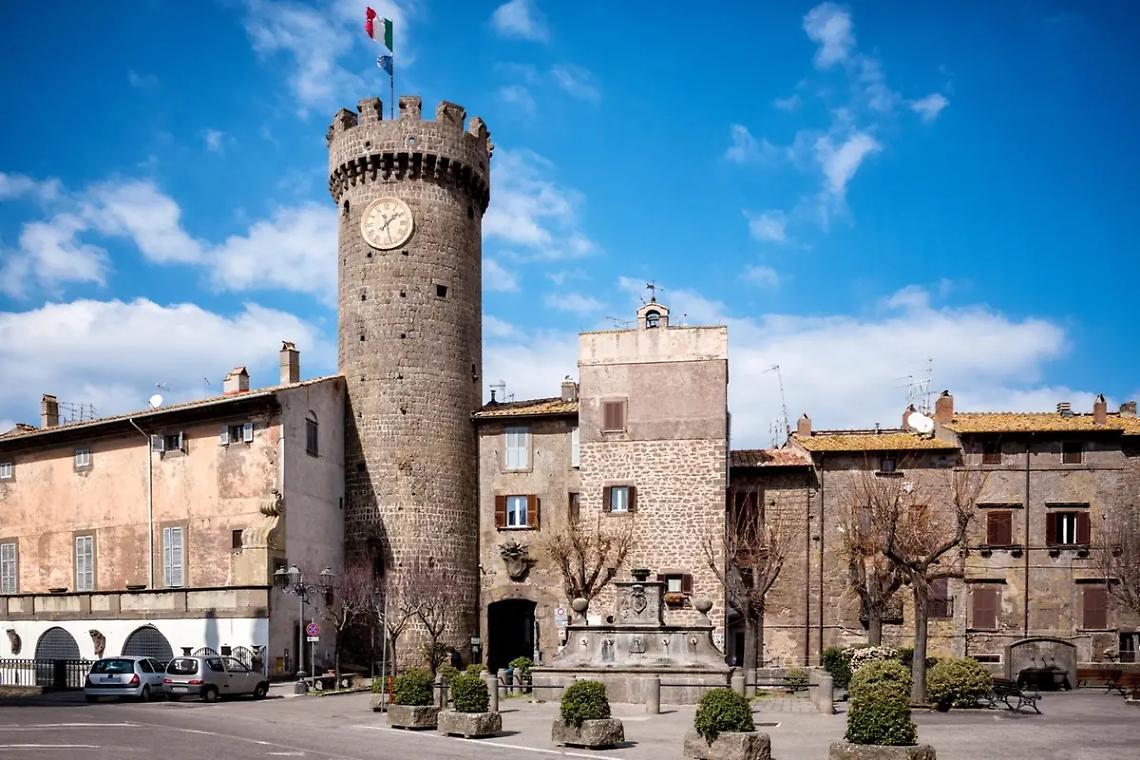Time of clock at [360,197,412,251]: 1:27
